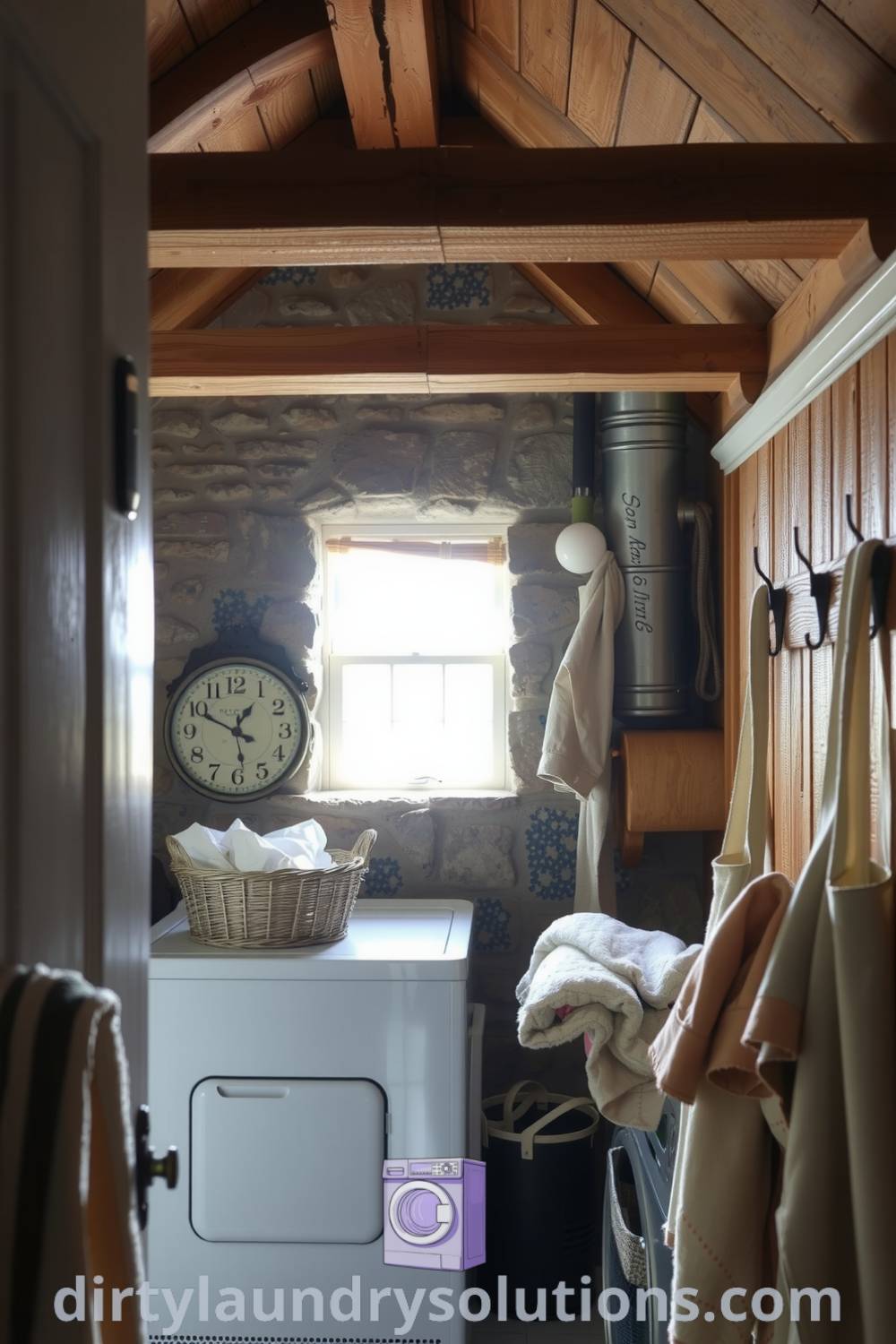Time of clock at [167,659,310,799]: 12:49
